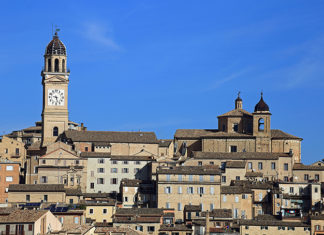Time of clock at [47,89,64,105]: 9:27
